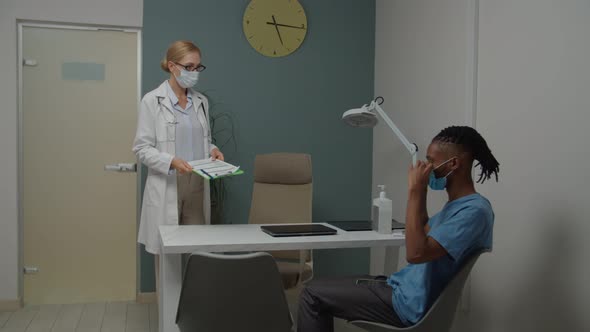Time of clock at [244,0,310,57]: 5:15
